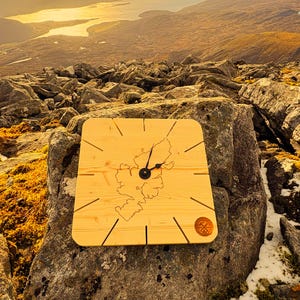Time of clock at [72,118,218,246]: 2:02
